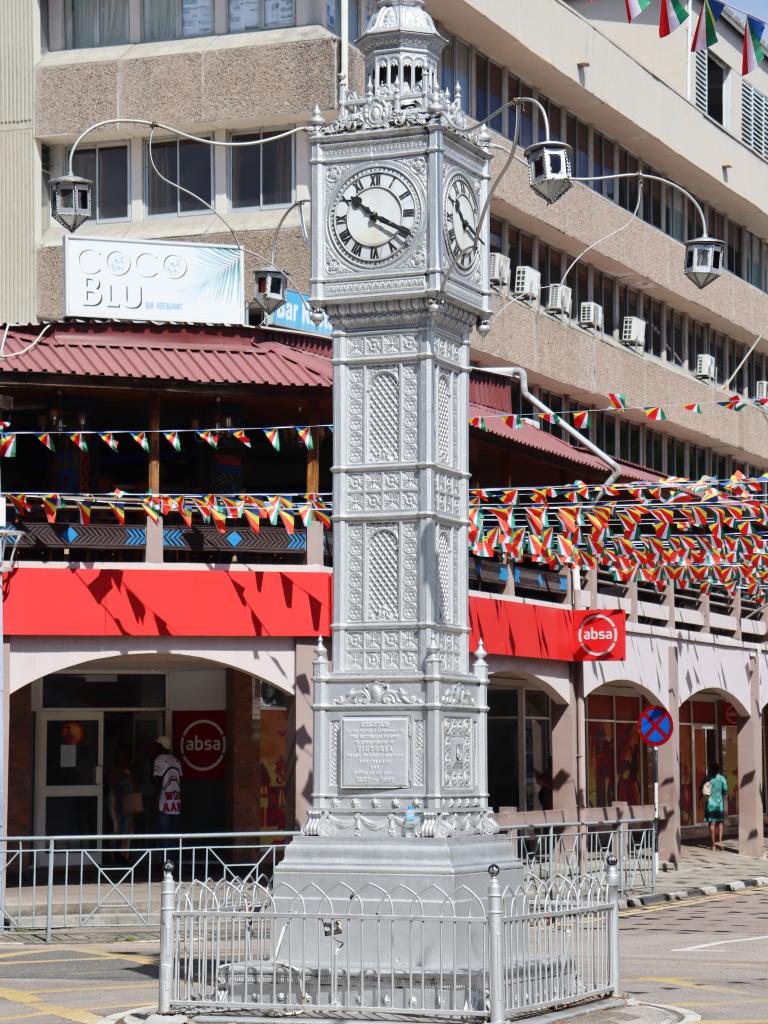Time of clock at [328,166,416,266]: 10:19
